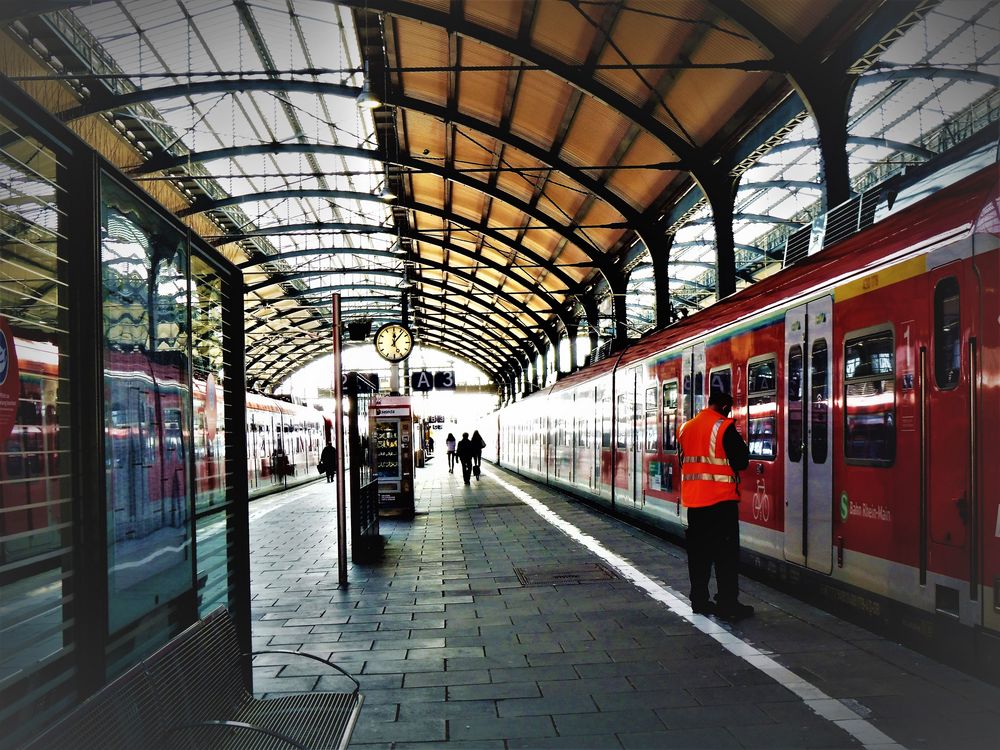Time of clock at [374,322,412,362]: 12:06
